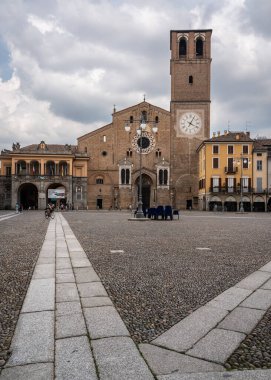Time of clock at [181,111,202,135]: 4:04
